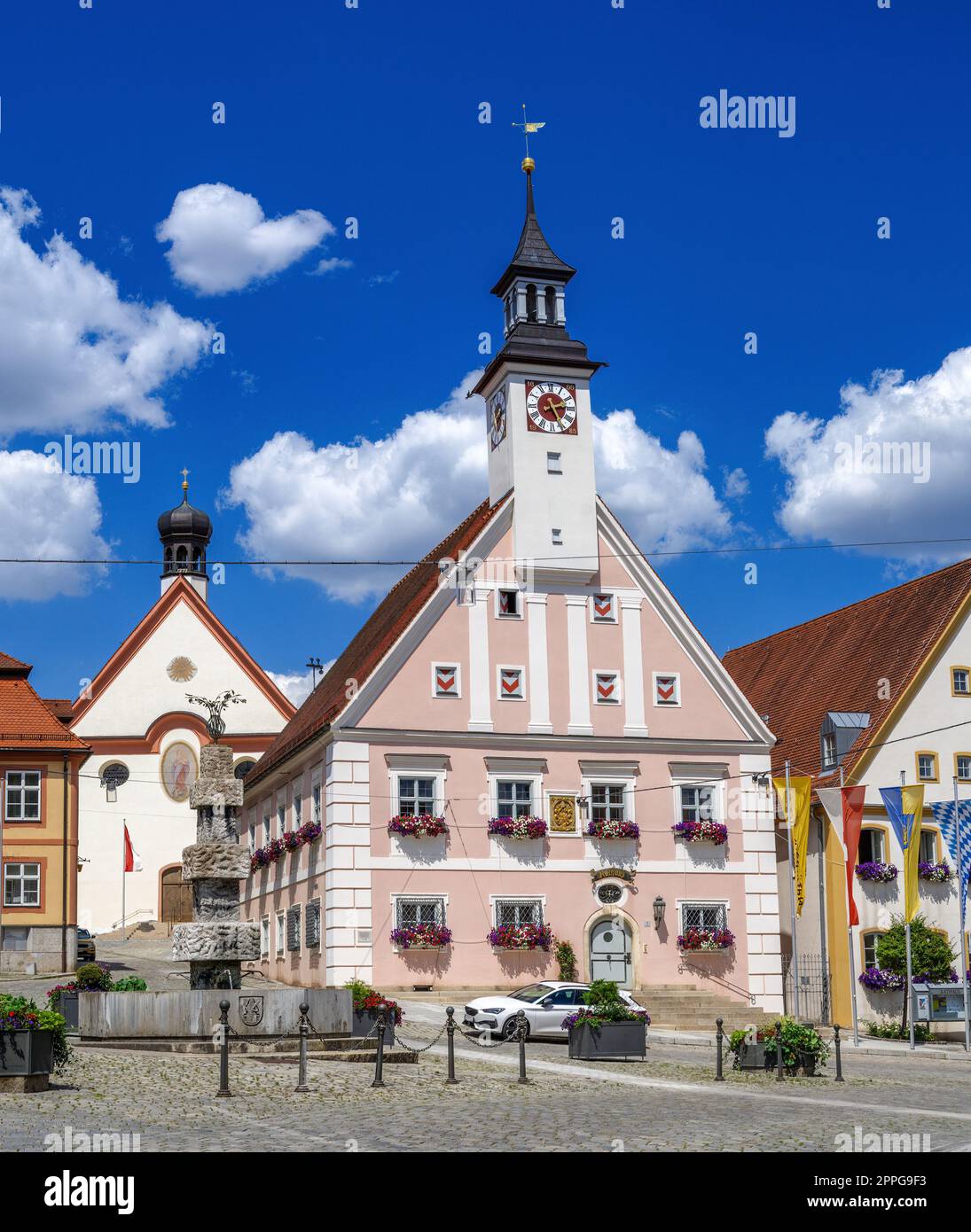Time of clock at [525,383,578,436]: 2:25
